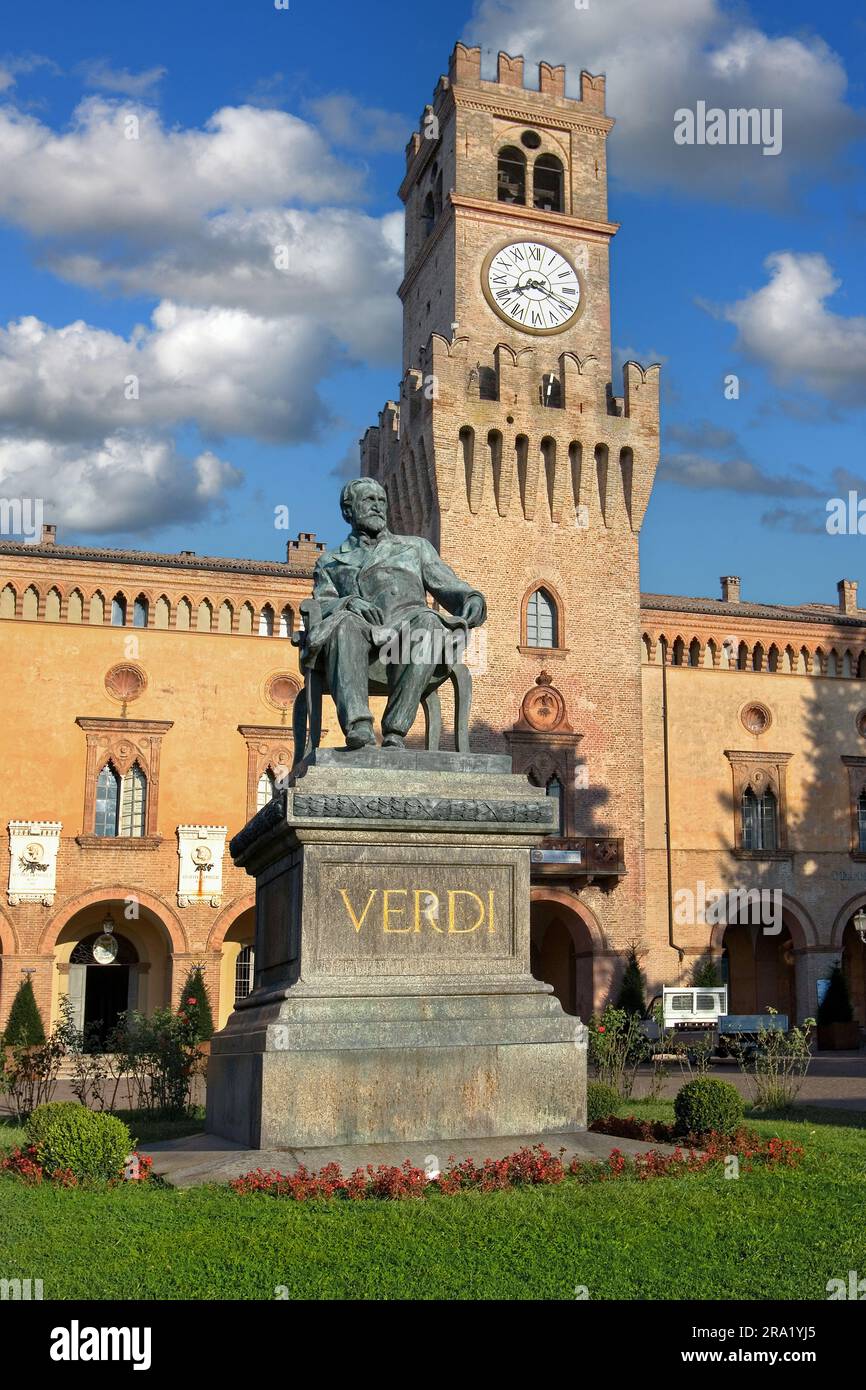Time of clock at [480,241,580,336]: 8:19
